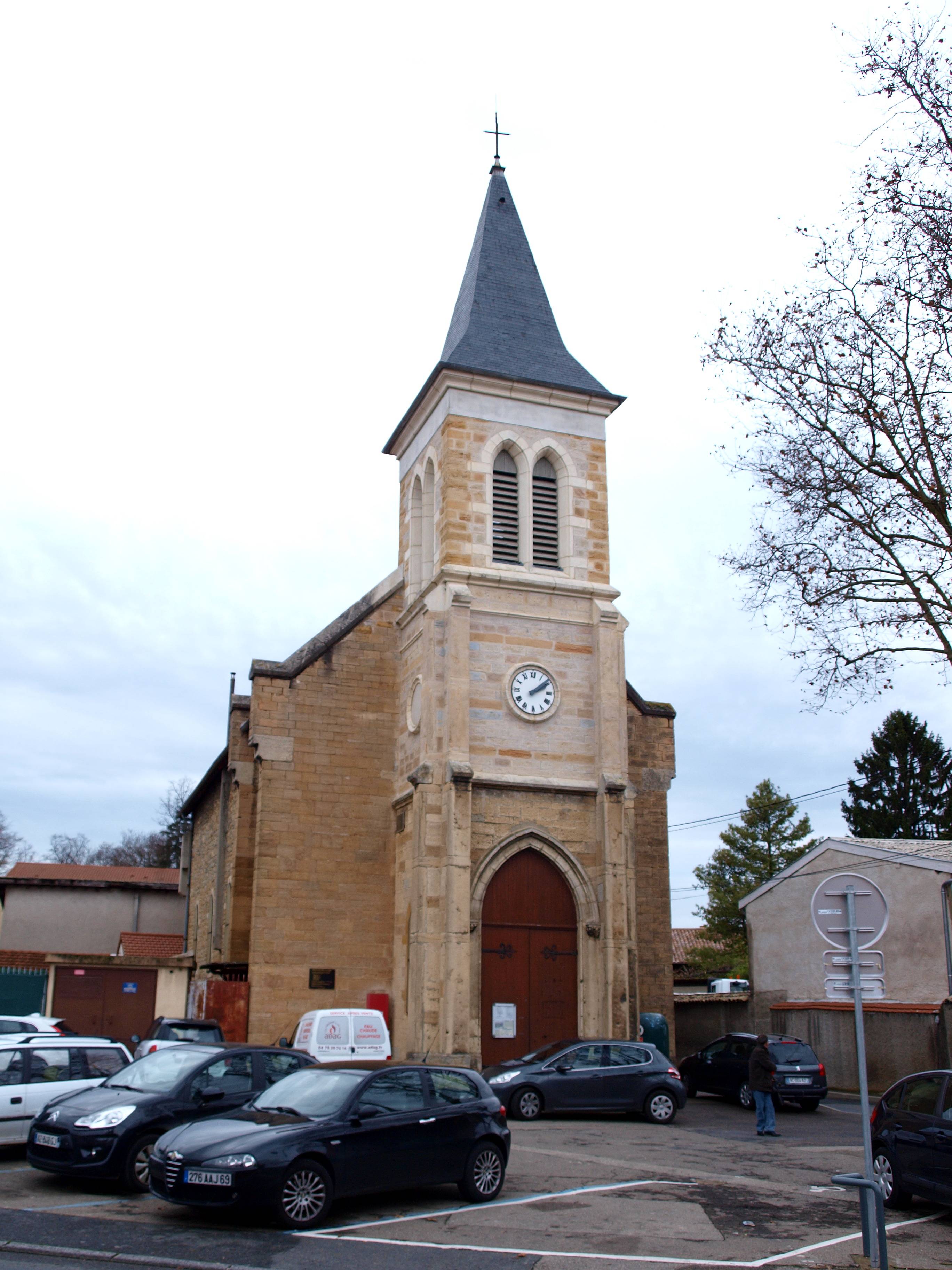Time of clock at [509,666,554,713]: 2:08
